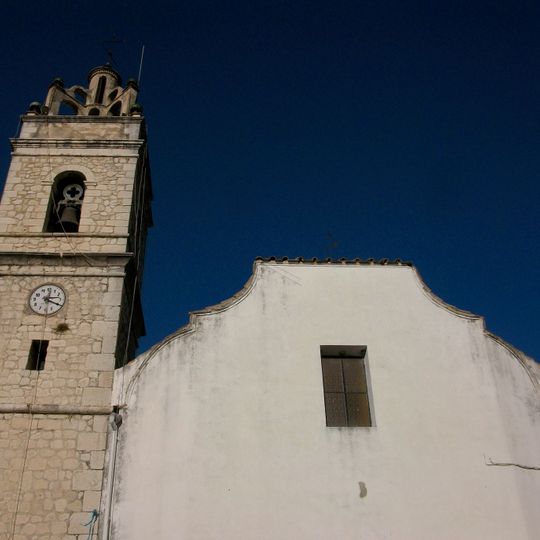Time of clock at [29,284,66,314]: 12:19
